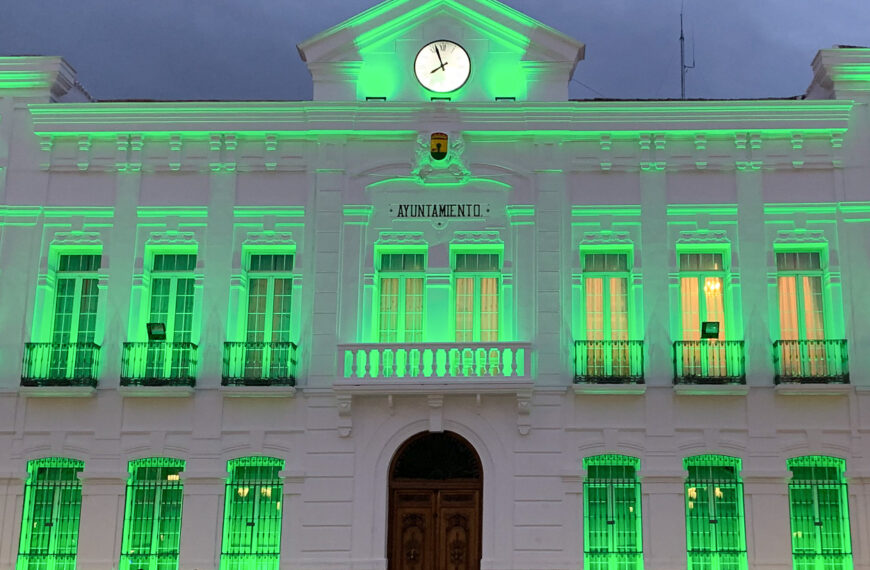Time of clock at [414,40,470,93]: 7:56
